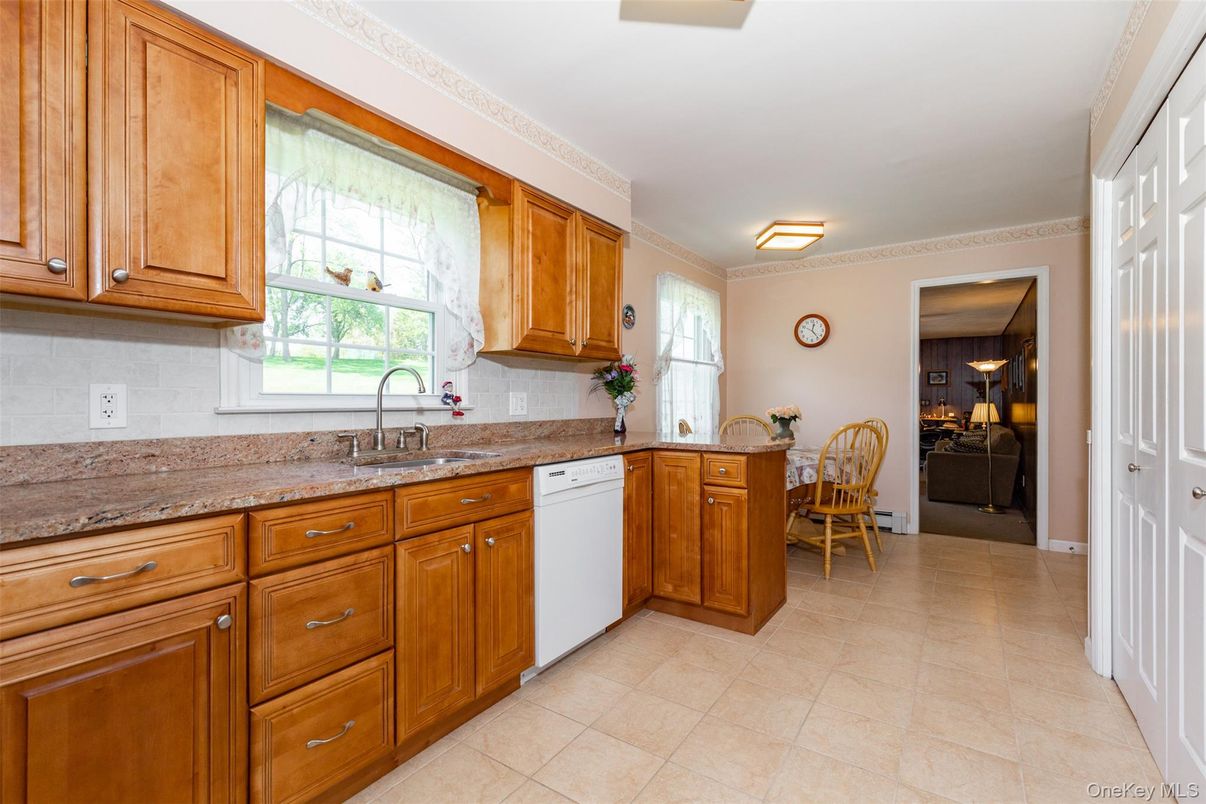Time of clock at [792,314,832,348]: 12:23
